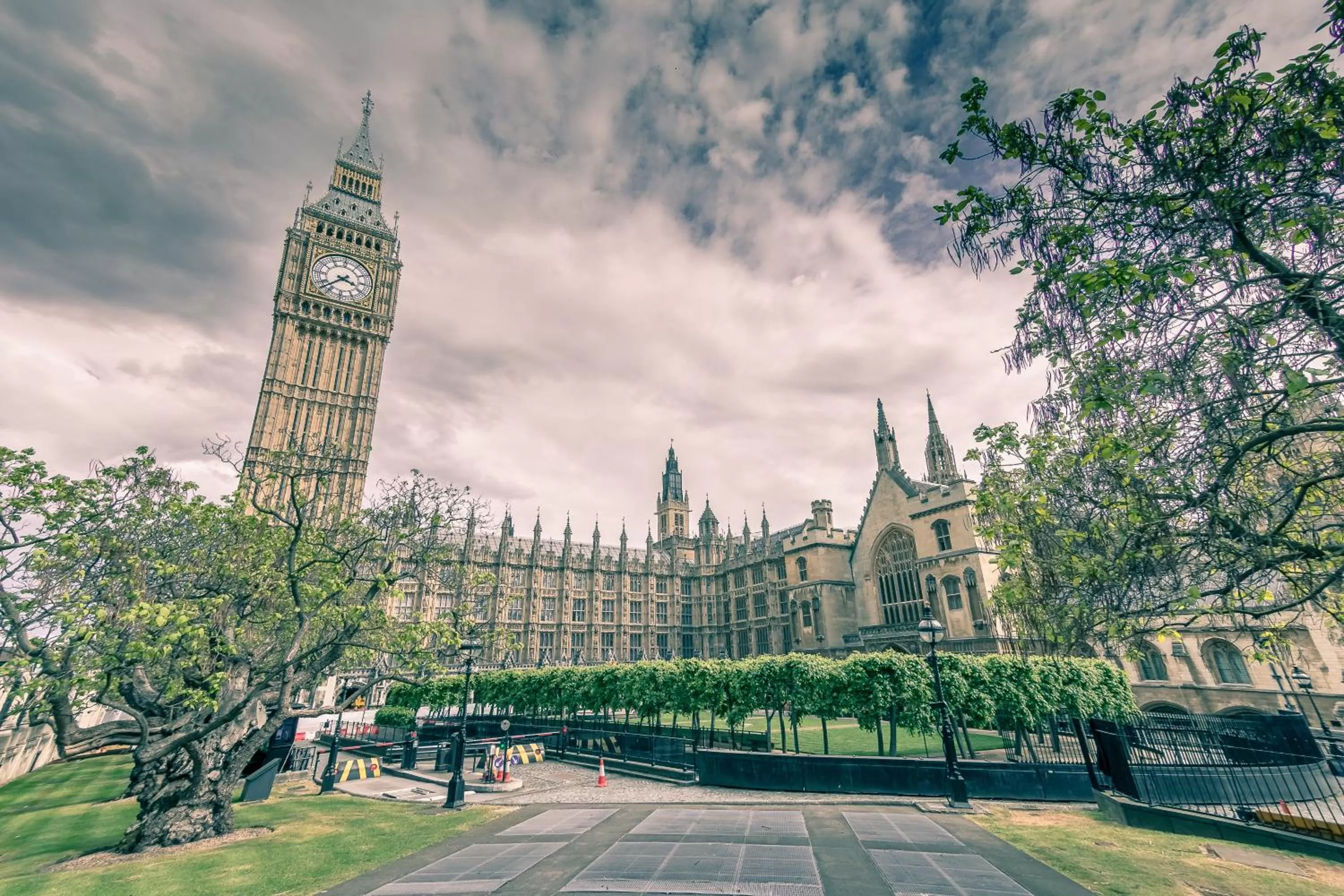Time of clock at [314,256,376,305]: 3:37
